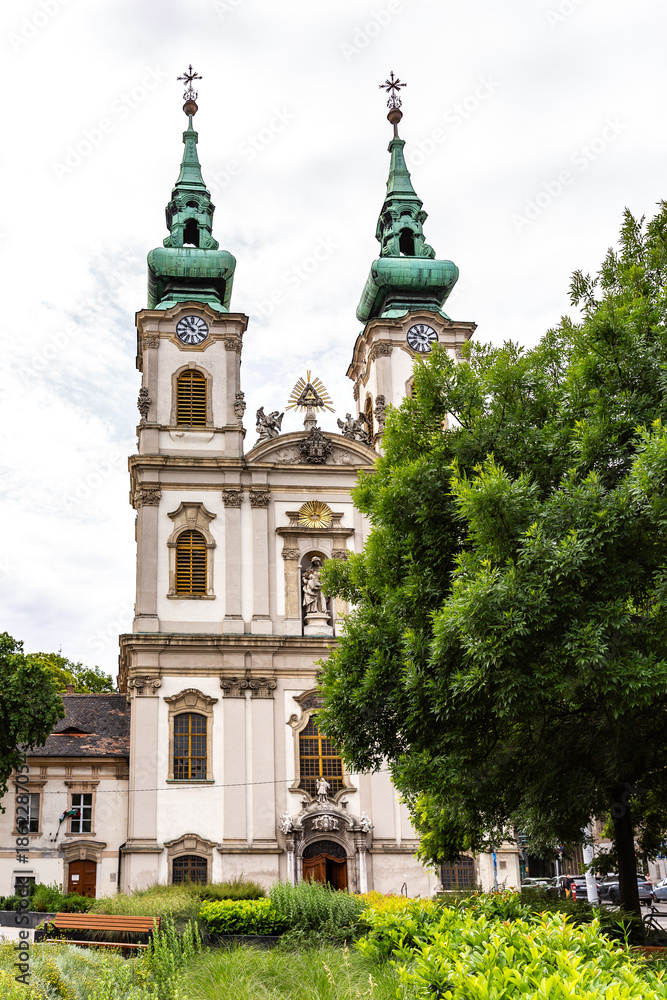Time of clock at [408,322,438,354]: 10:48
